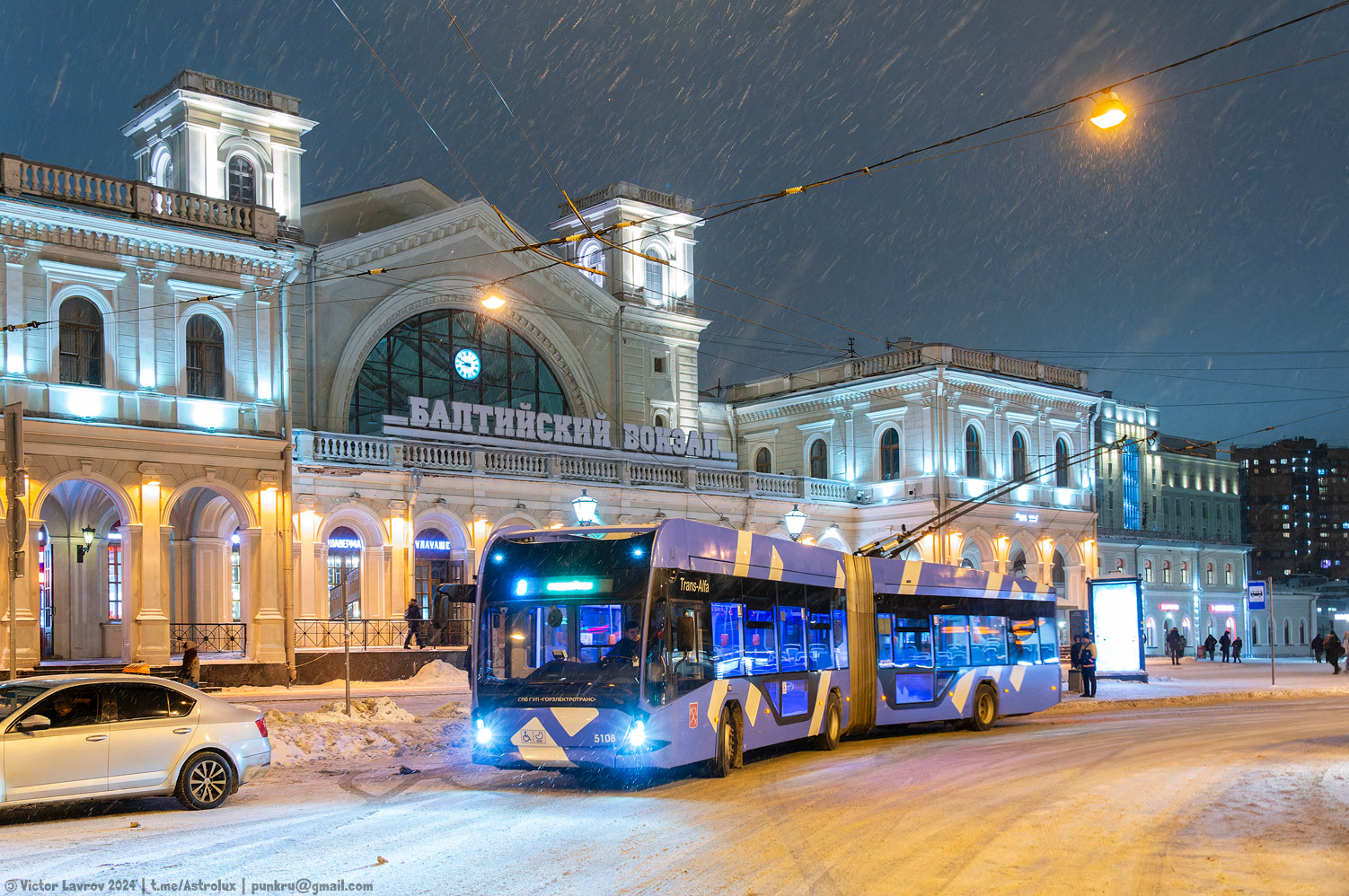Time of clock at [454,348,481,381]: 8:49
